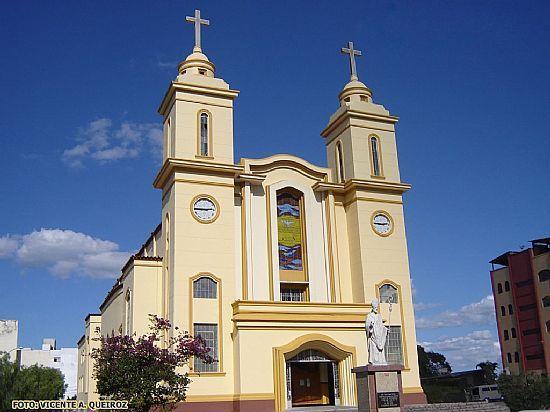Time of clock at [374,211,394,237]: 2:45
